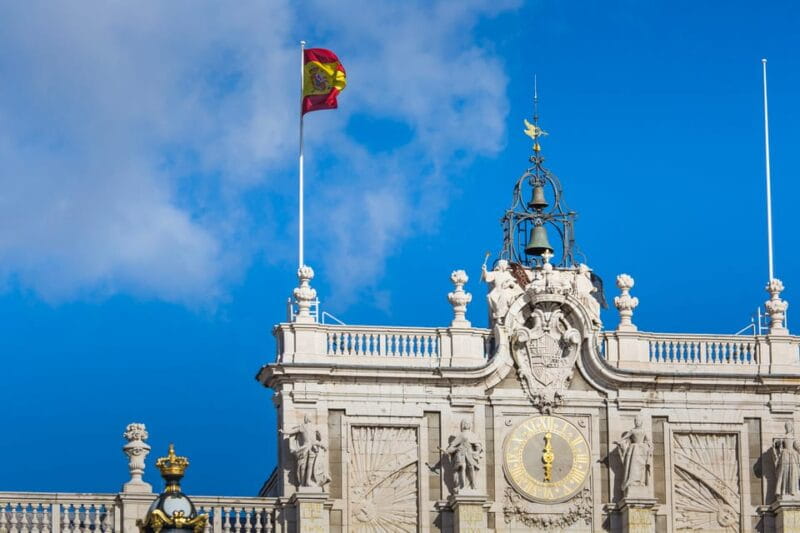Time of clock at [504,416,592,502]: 12:28
